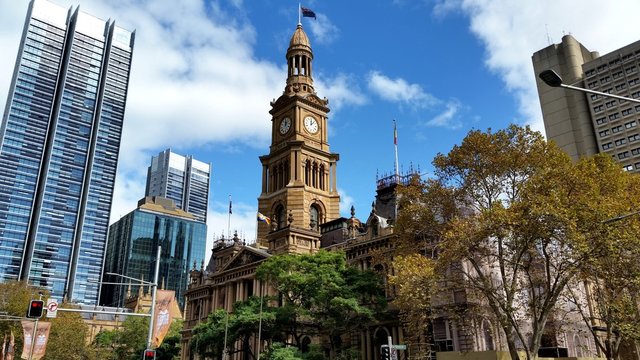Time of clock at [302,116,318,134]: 12:07
